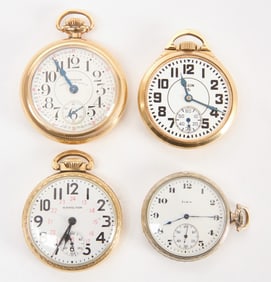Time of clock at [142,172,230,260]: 8:14
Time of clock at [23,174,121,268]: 6:34
